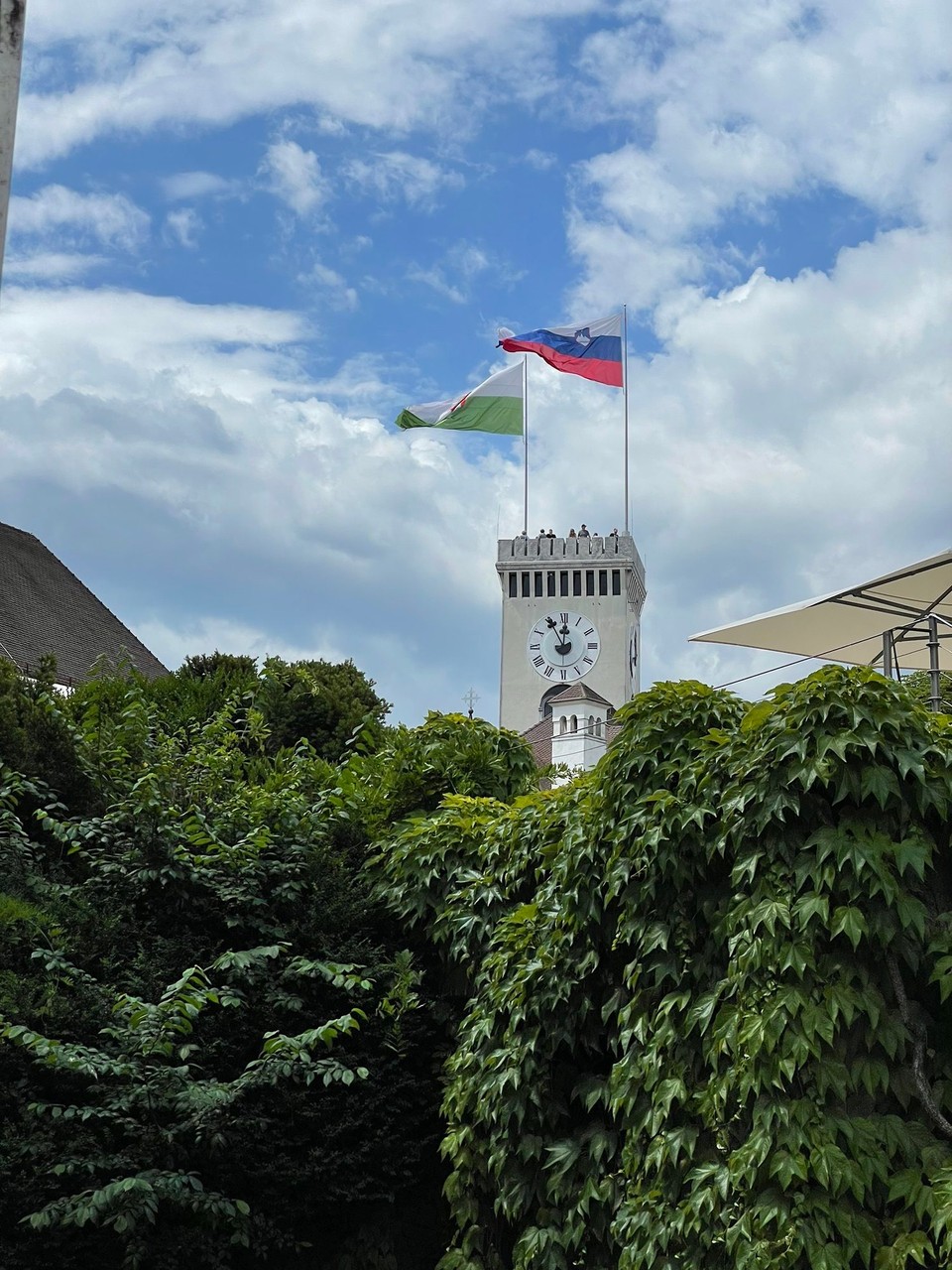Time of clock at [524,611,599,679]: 11:55
